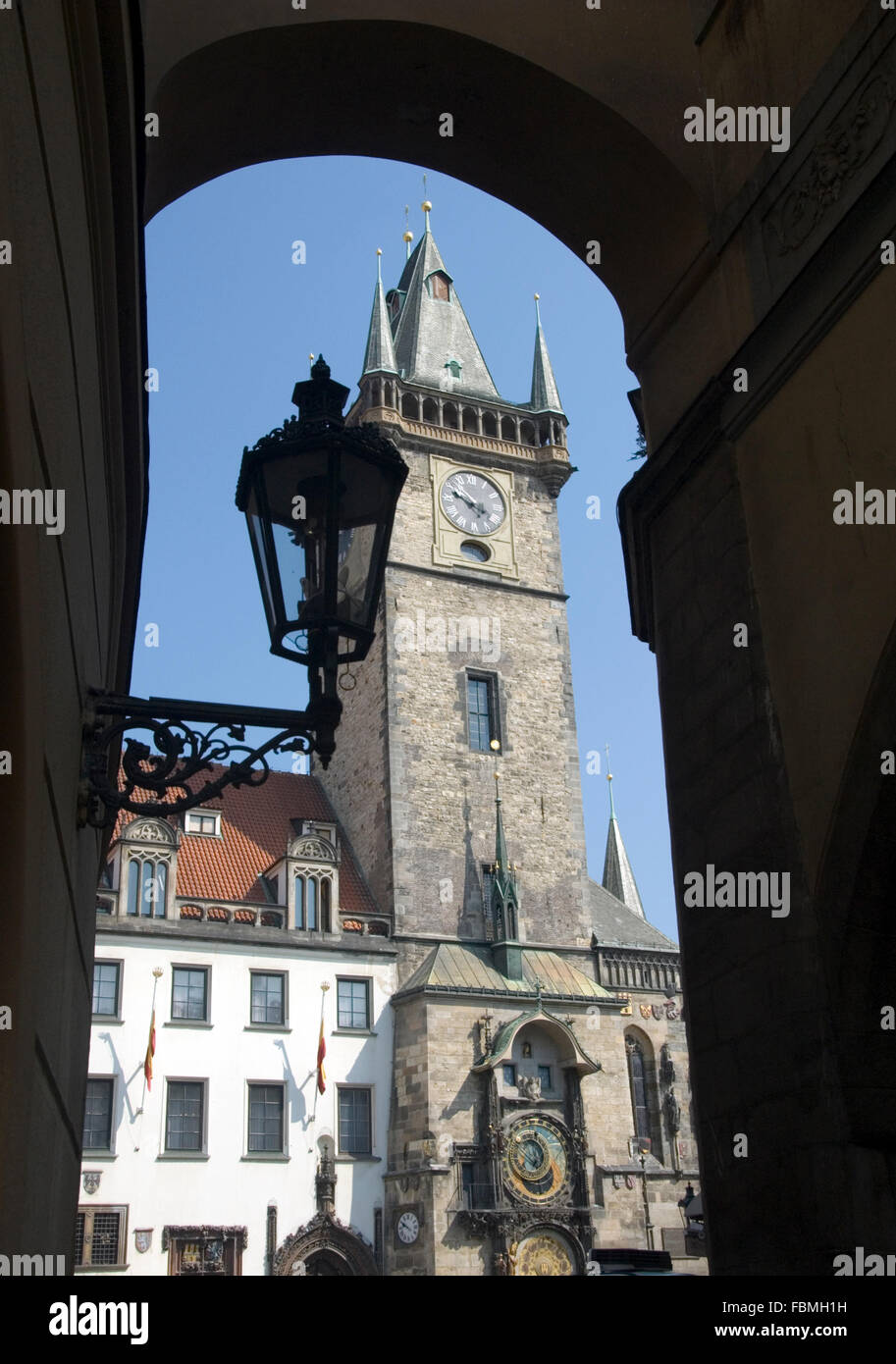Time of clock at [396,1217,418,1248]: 9:50
